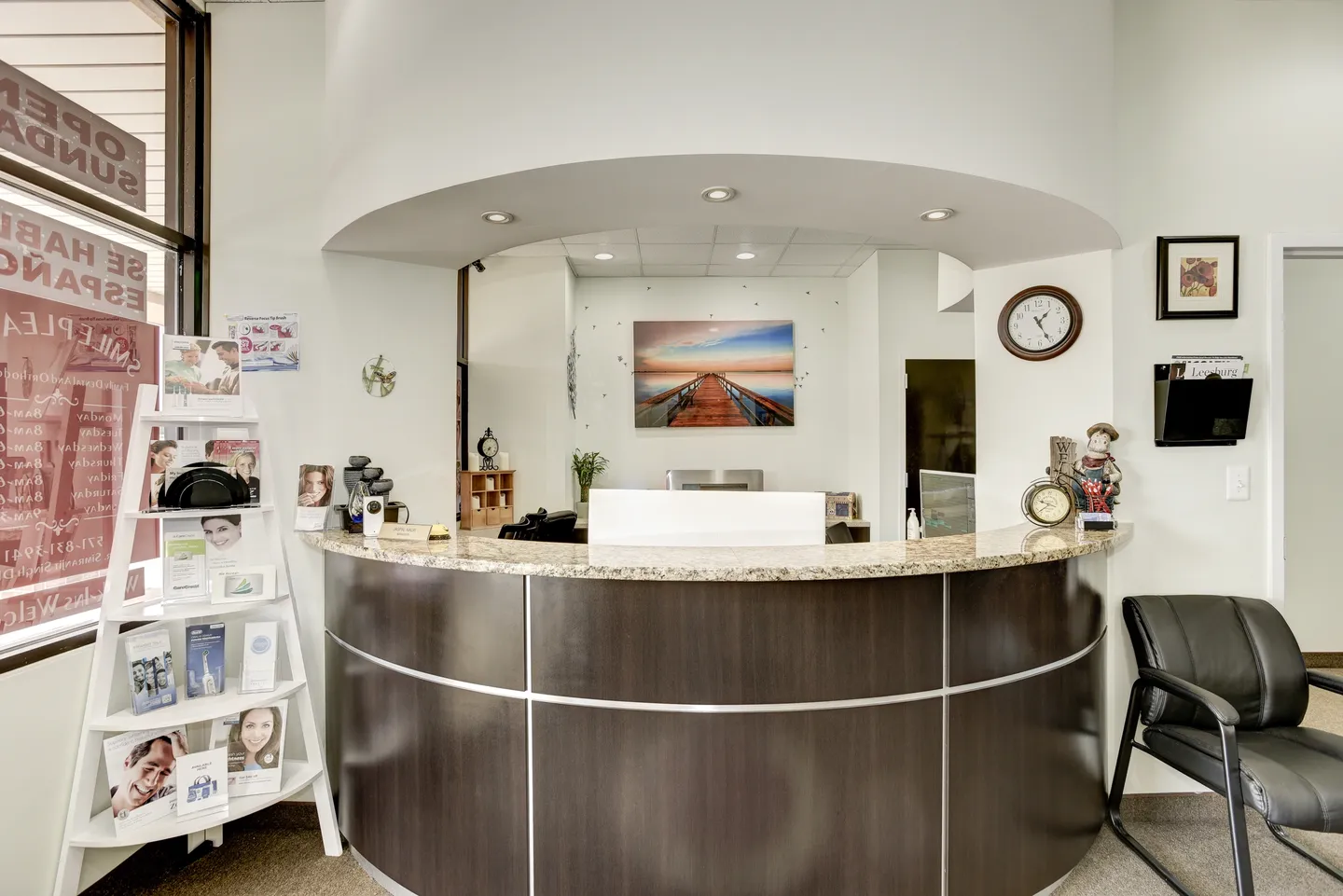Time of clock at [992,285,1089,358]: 1:25
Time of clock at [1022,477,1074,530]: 9:38
